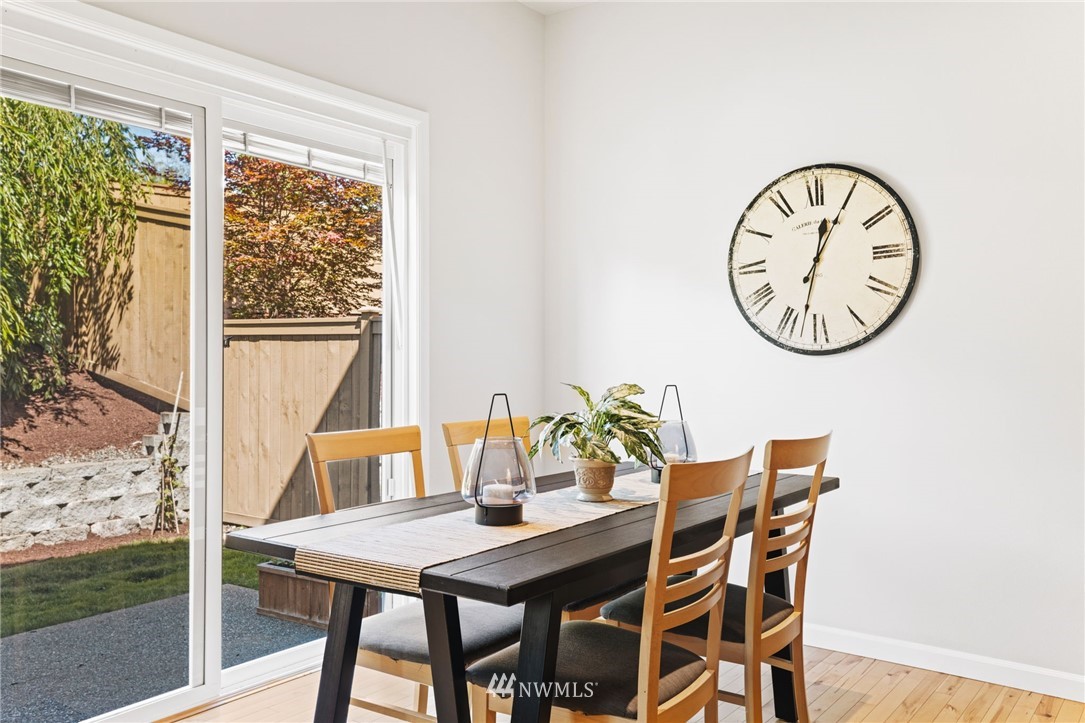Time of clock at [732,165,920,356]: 12:32
